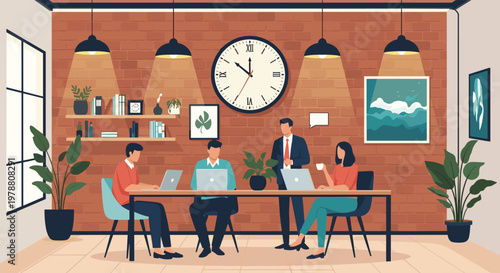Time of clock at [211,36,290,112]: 11:51
